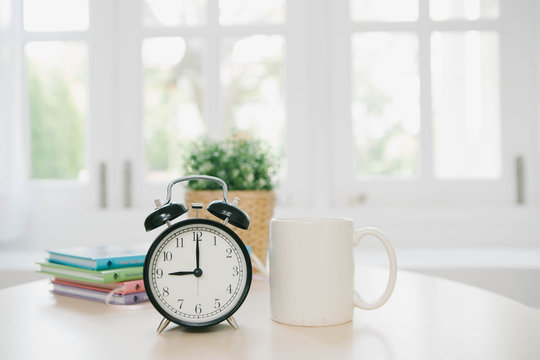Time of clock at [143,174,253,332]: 9:00
